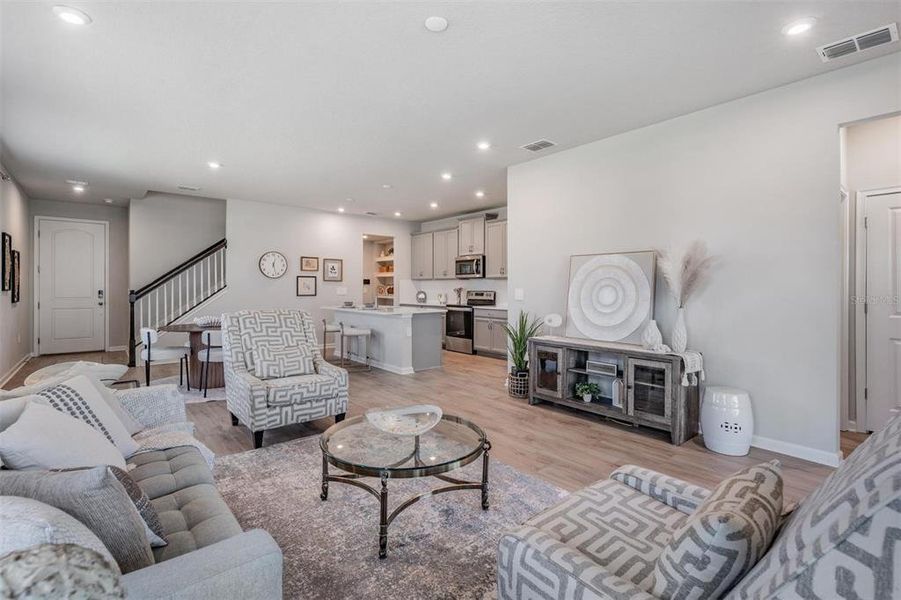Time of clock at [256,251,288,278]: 12:27
